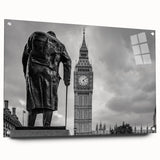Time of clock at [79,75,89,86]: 5:08
